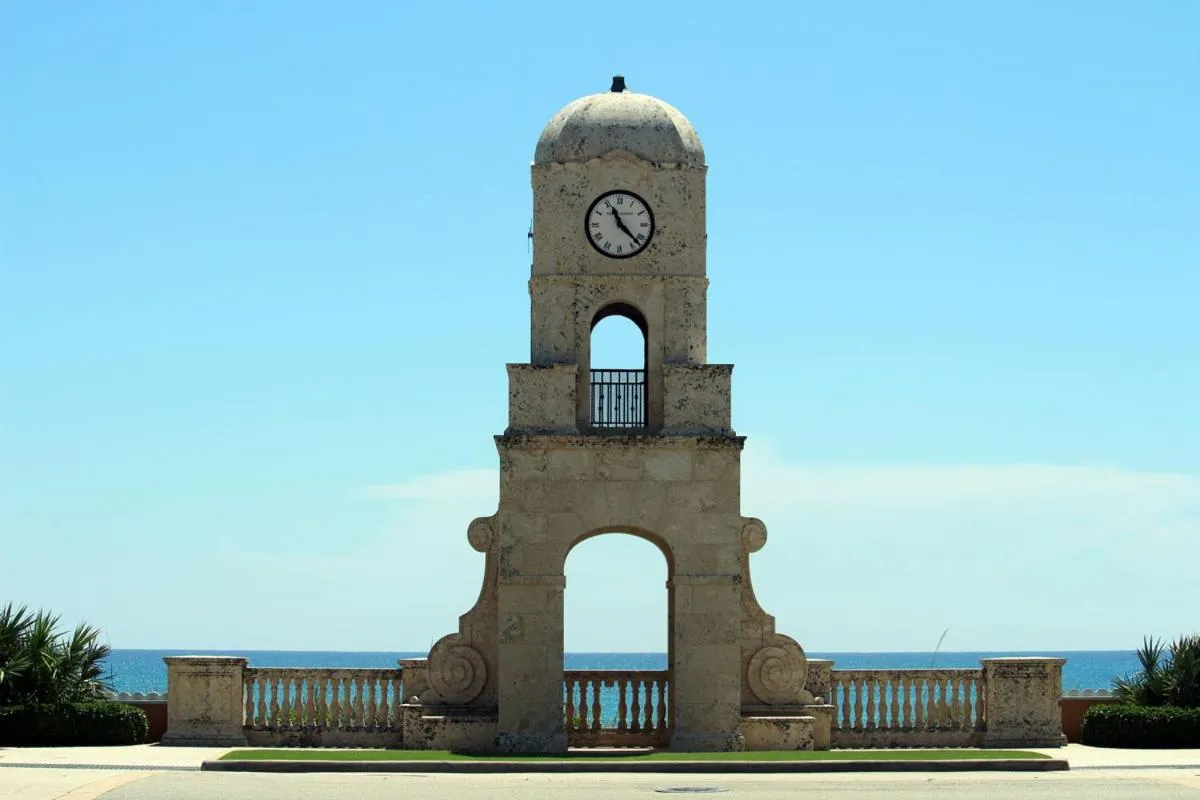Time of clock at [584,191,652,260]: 11:22
